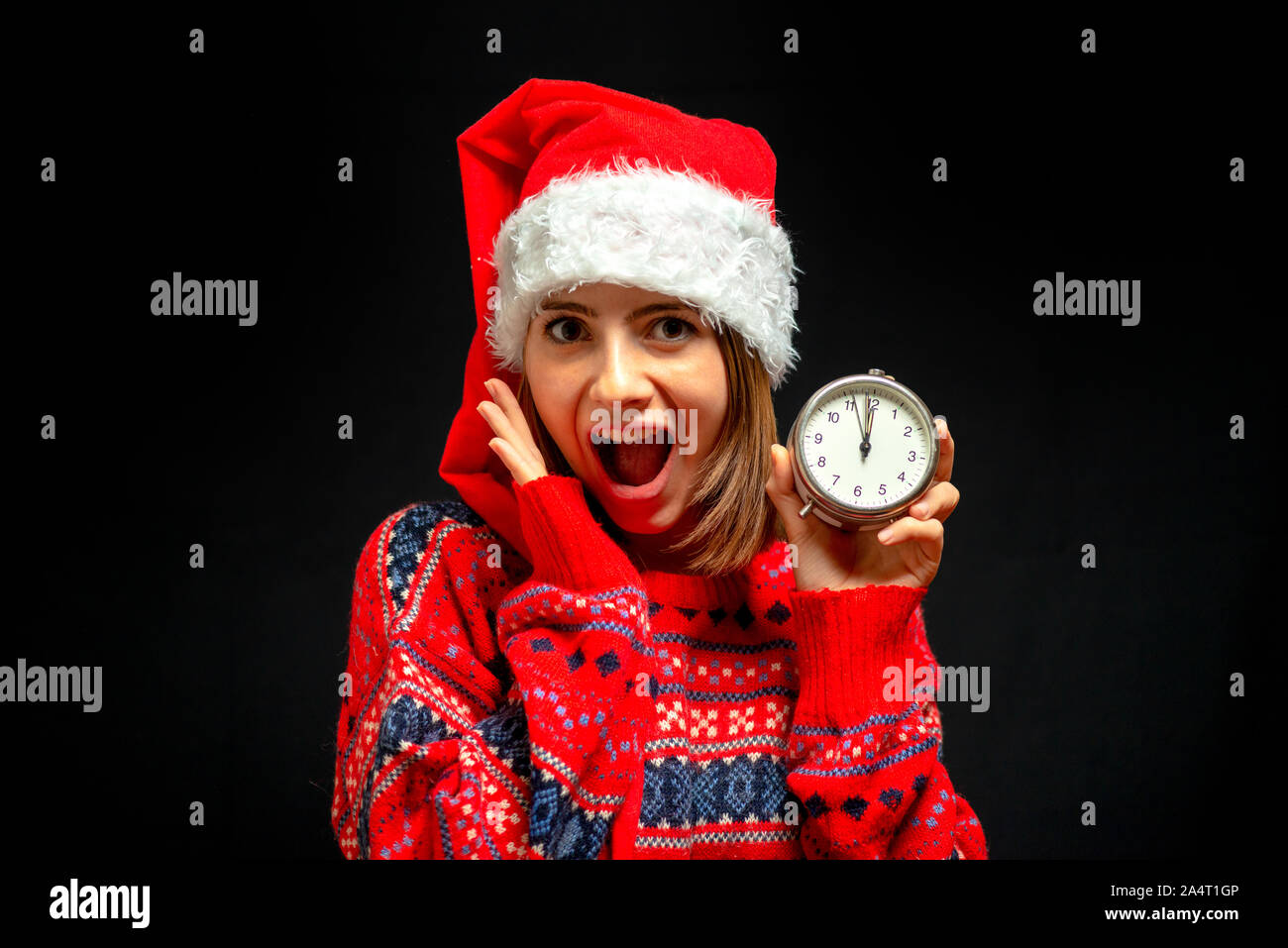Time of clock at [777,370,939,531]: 11:56
